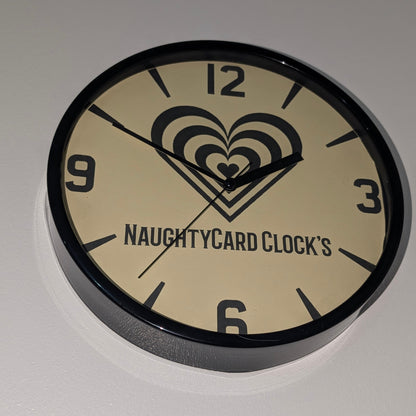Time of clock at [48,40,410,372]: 1:50
